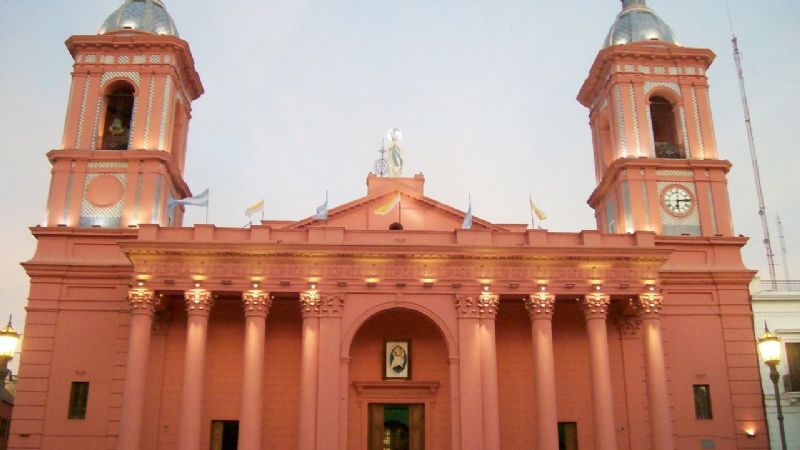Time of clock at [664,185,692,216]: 6:14
